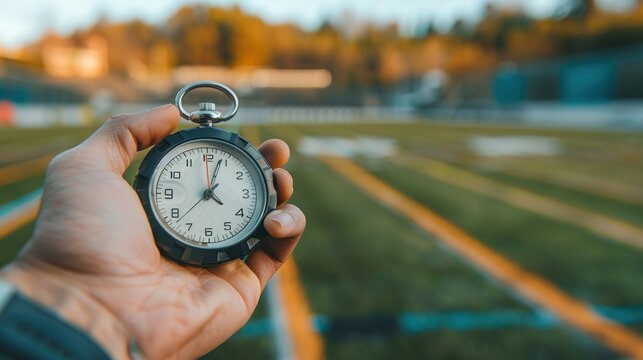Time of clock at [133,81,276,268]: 4:03
